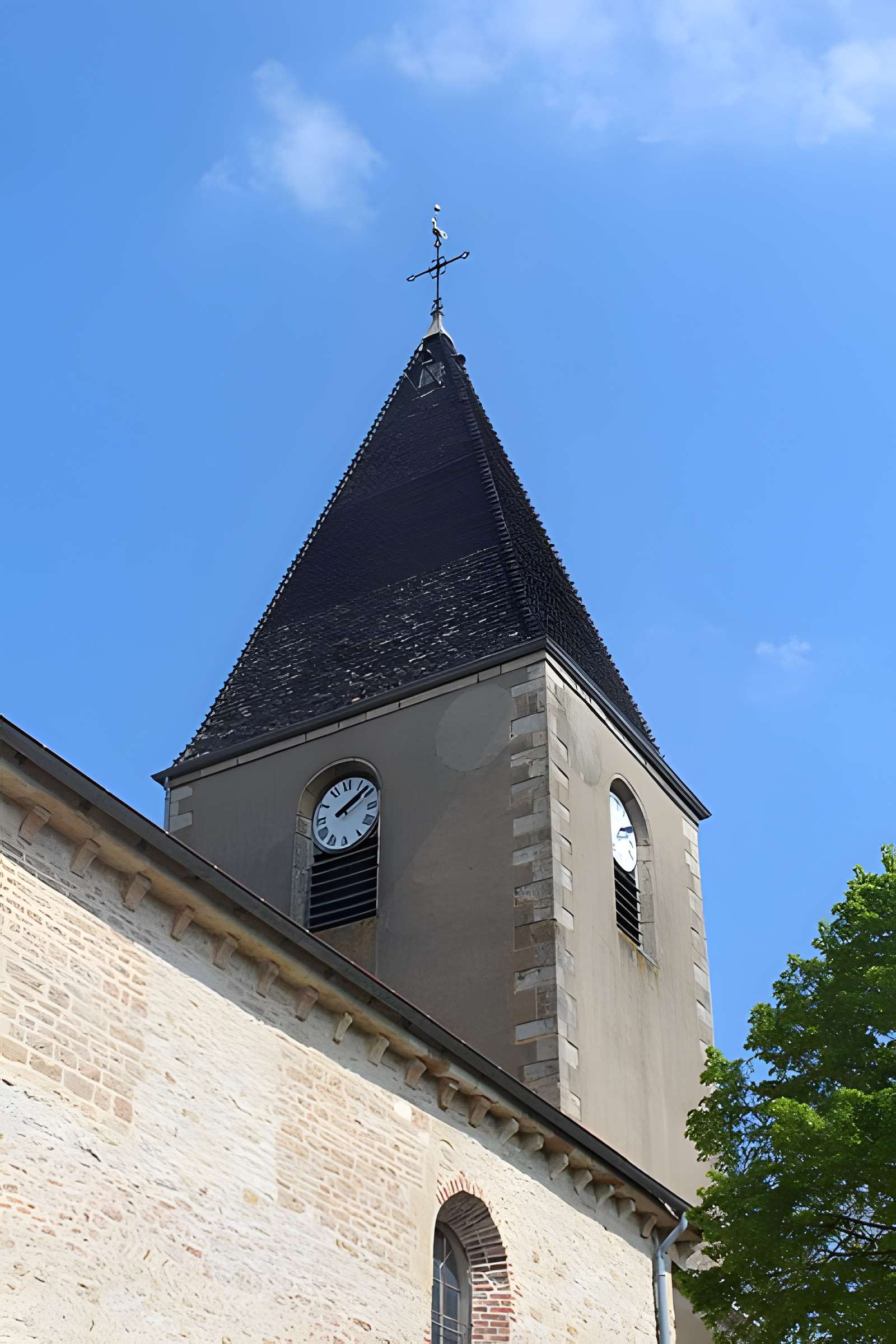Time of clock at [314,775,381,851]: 2:09
